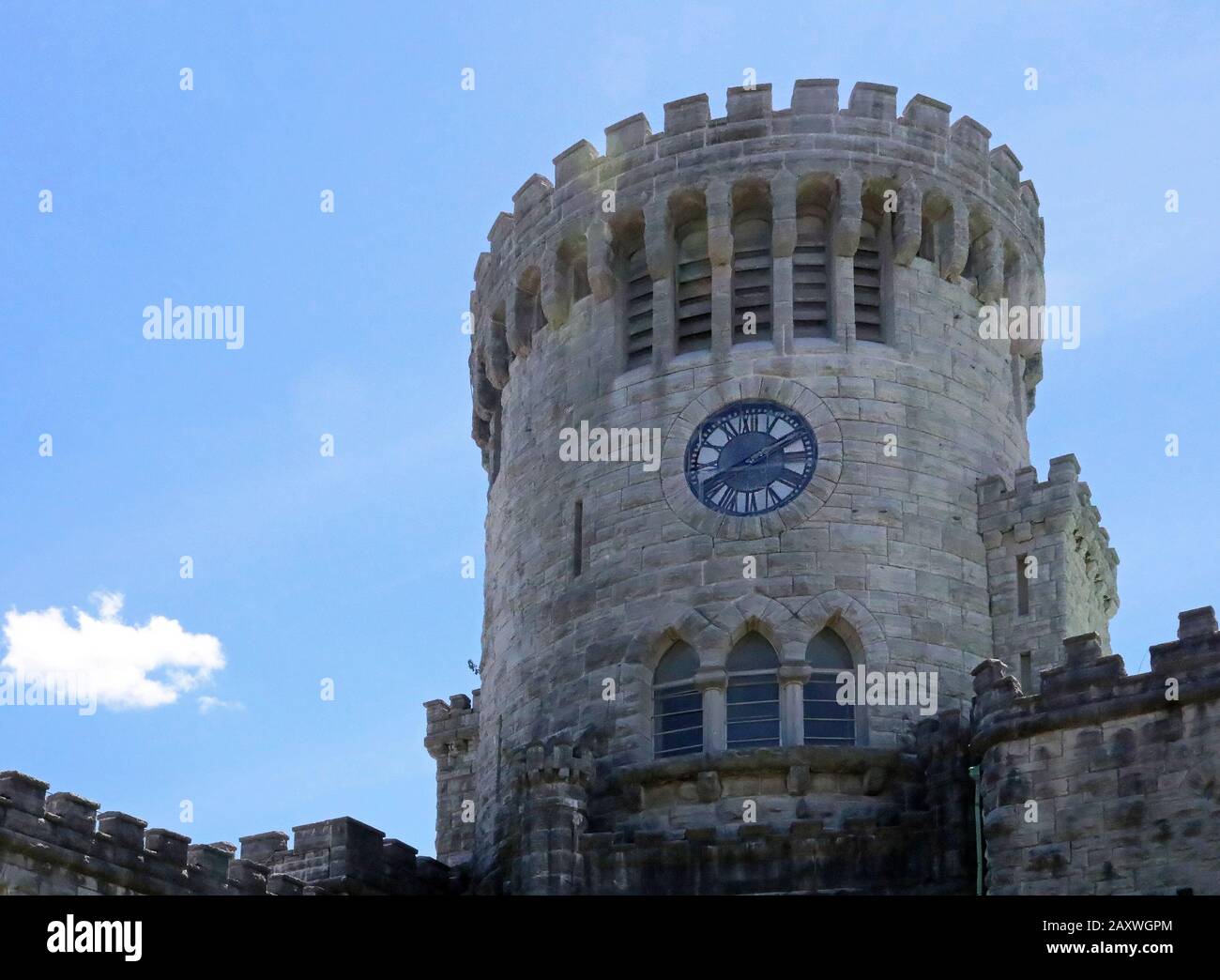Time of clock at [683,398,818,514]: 8:09
